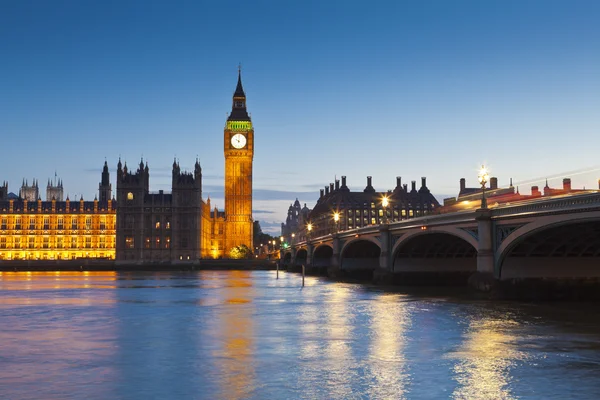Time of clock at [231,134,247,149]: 10:00
